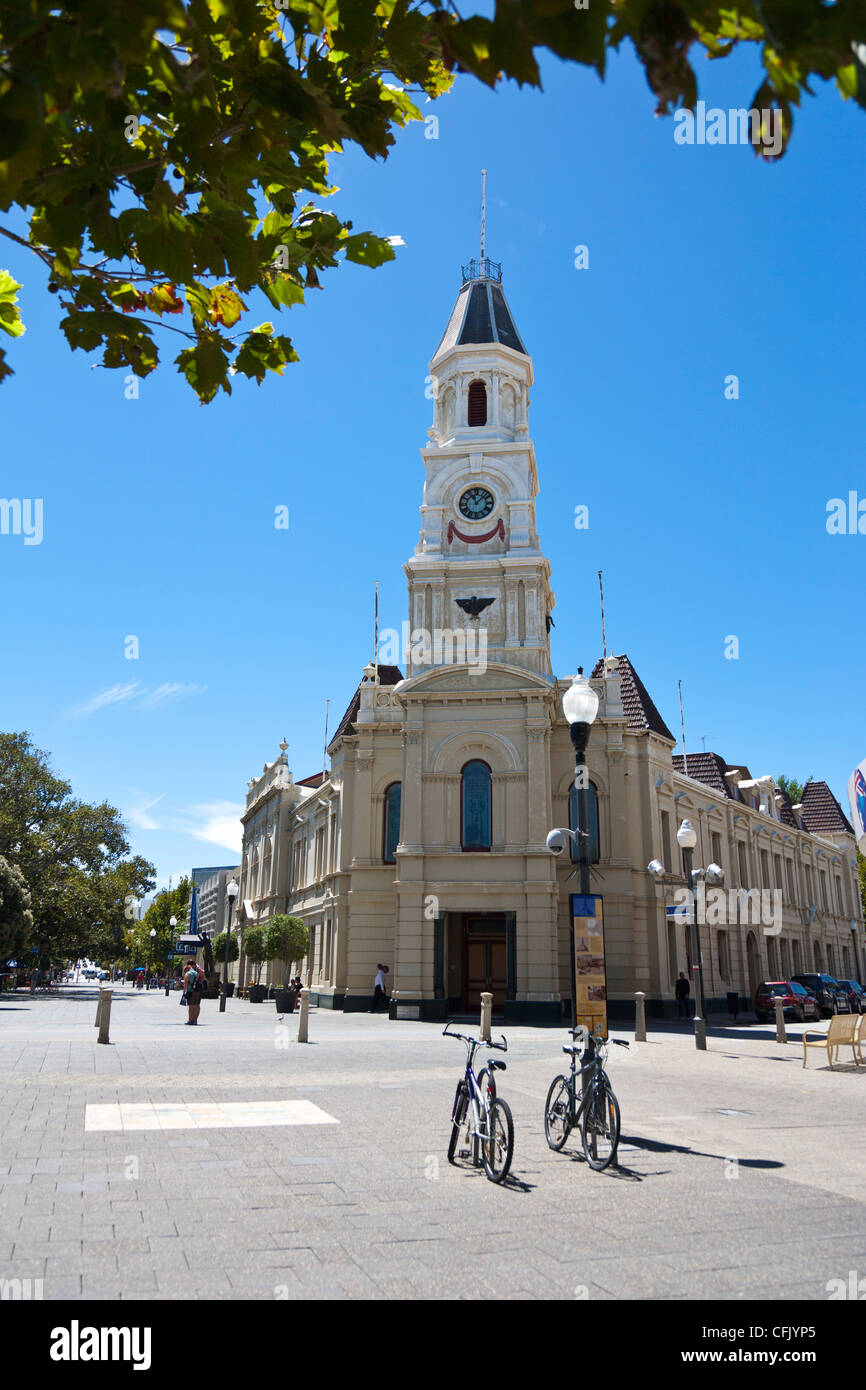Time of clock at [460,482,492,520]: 11:07
